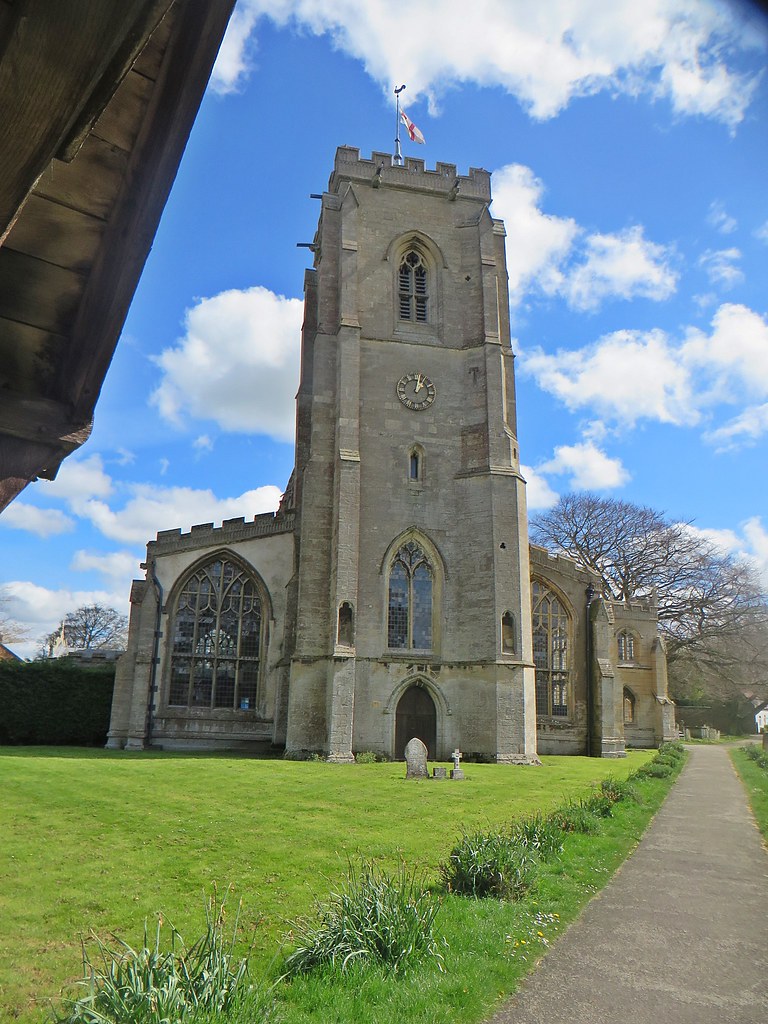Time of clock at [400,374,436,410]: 1:02
